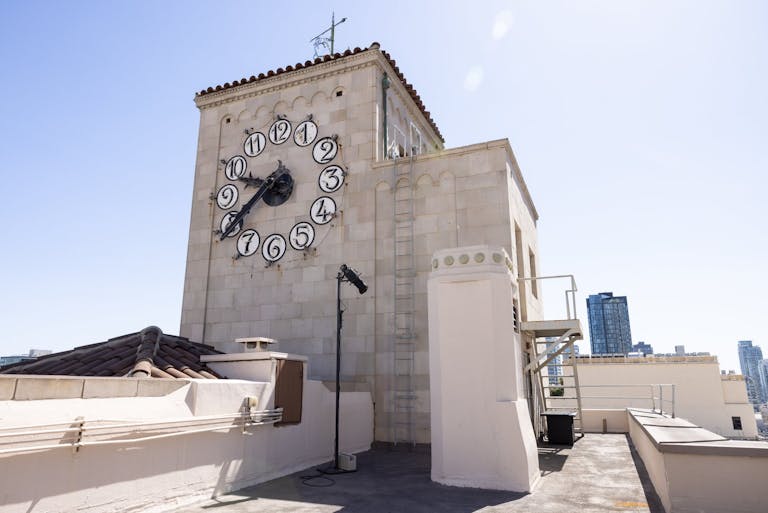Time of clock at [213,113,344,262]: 9:39
